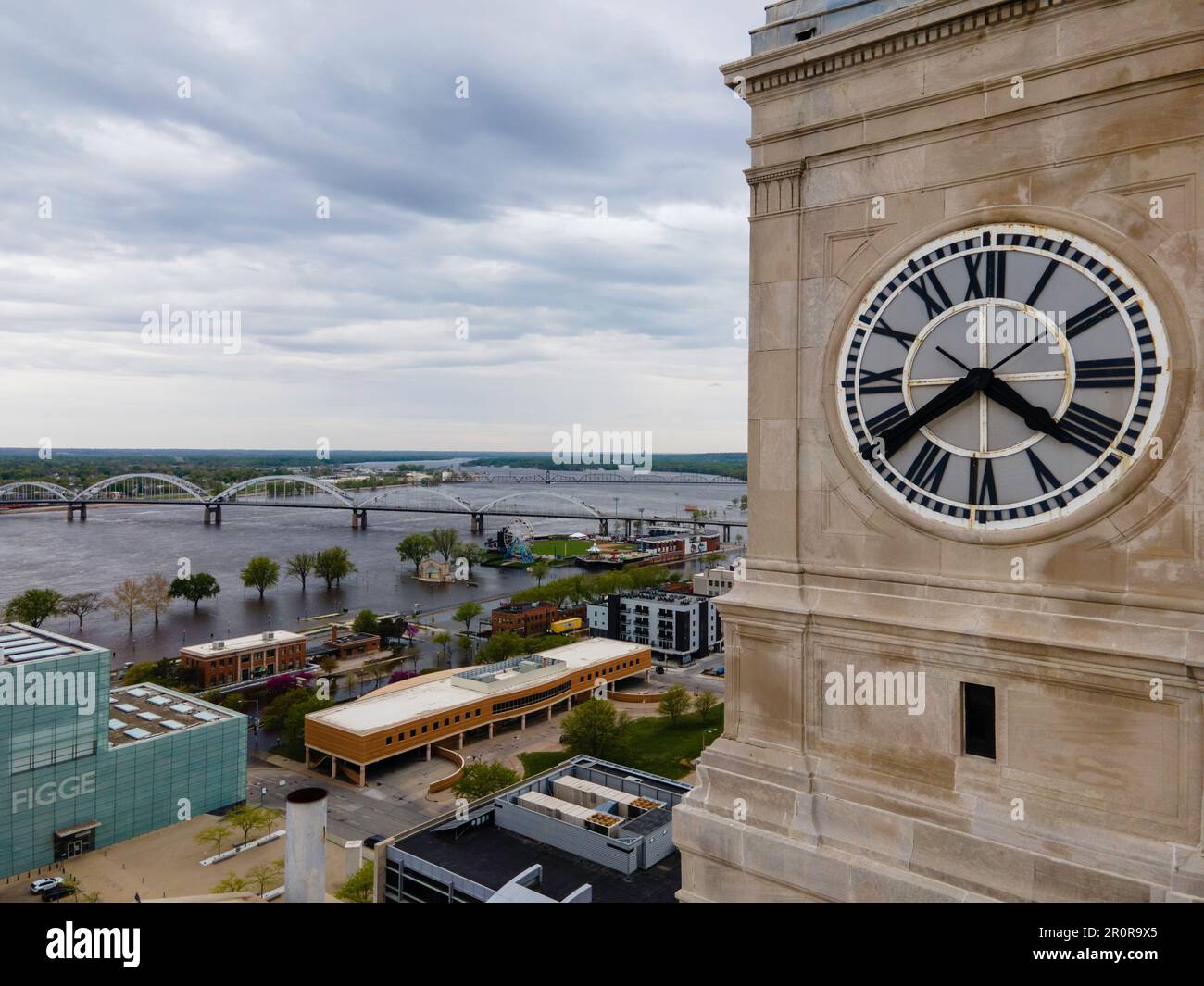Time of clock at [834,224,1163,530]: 4:20
